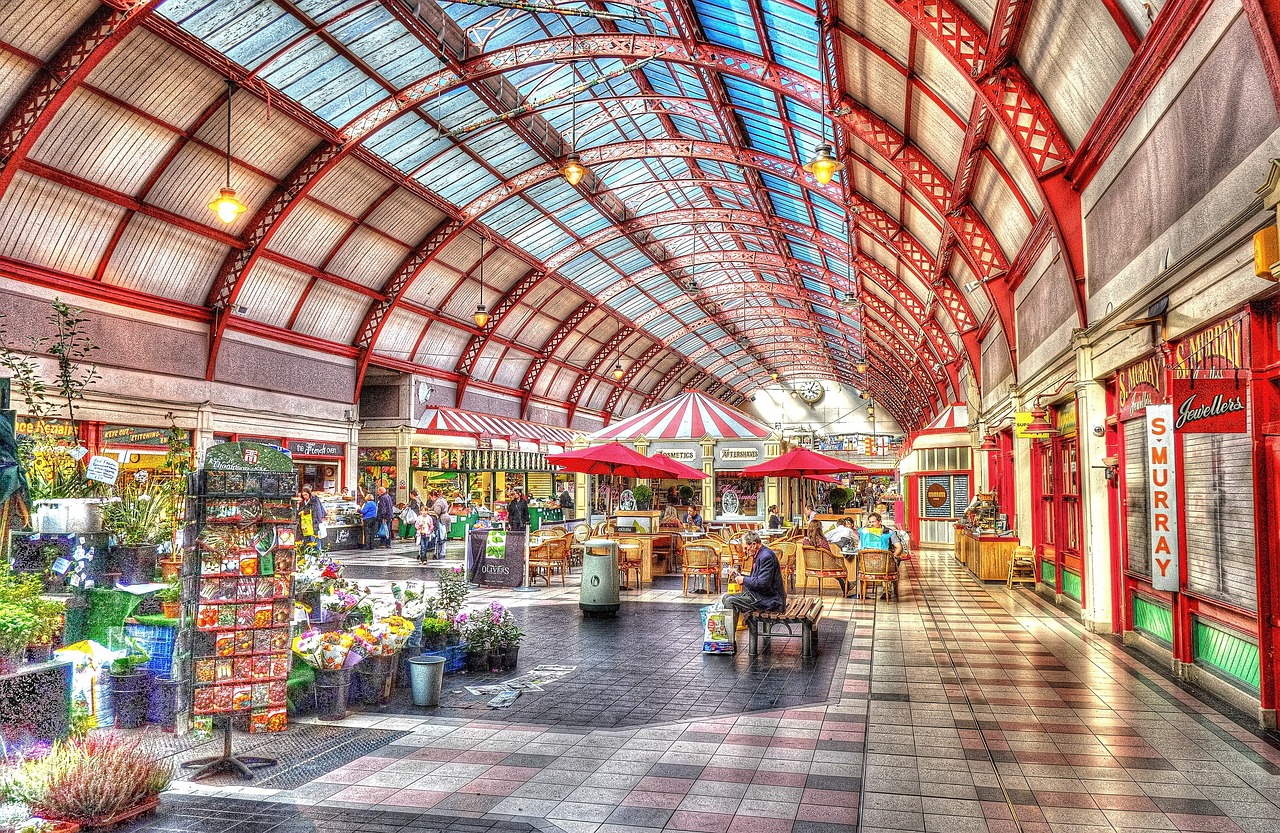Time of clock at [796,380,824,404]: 4:04
